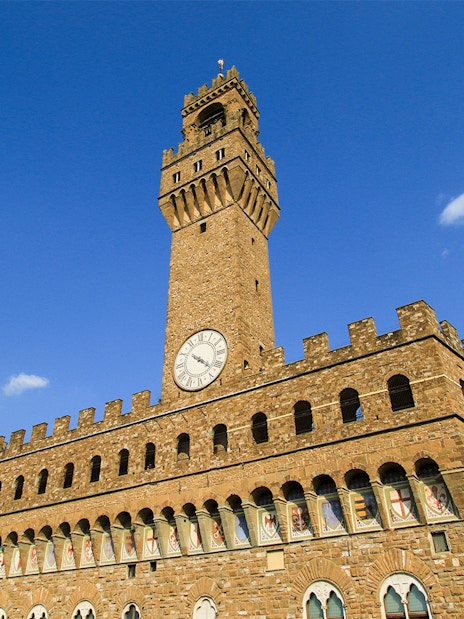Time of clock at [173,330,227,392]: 4:21
